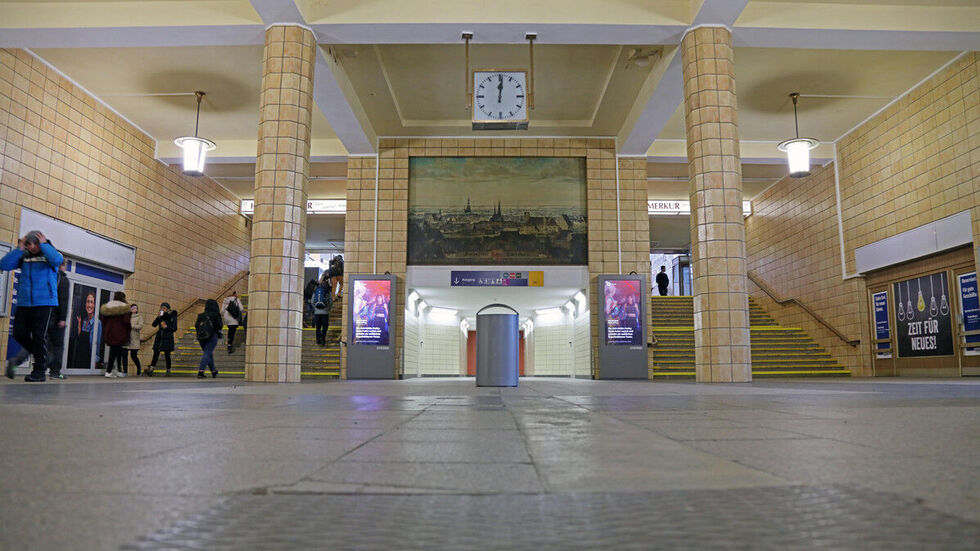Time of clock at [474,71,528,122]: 12:01
